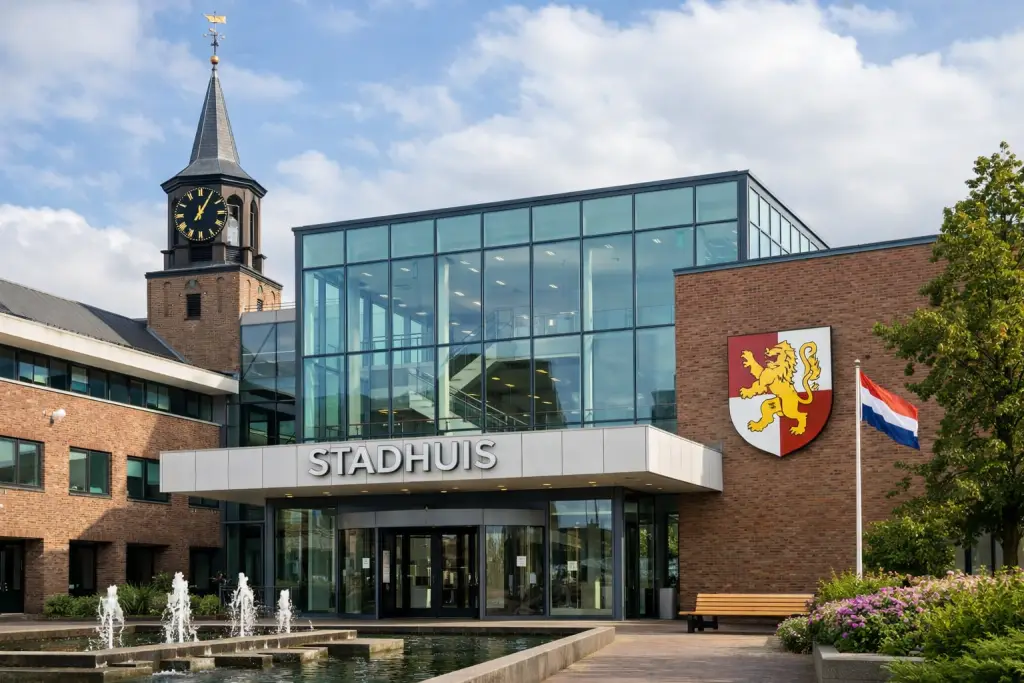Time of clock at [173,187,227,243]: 12:05
